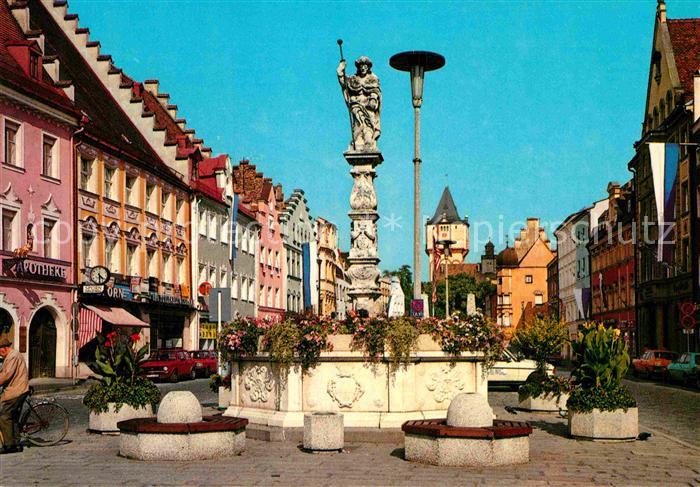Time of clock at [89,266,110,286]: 4:29
